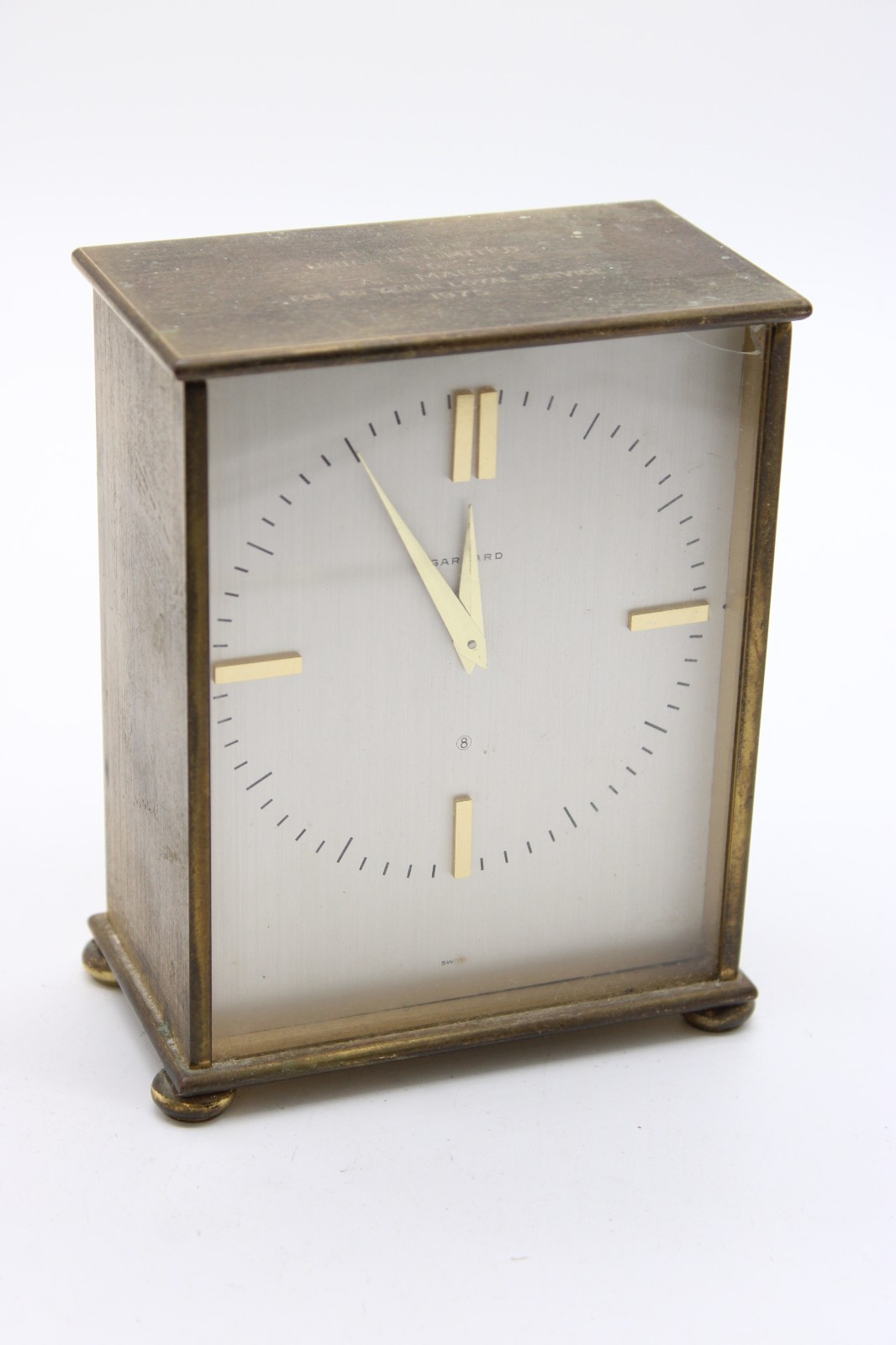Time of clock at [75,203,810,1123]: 11:00
